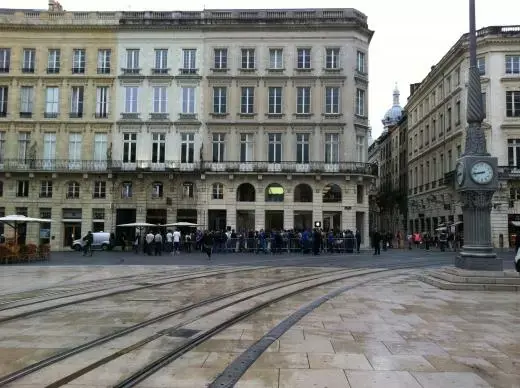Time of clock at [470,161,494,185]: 8:43
